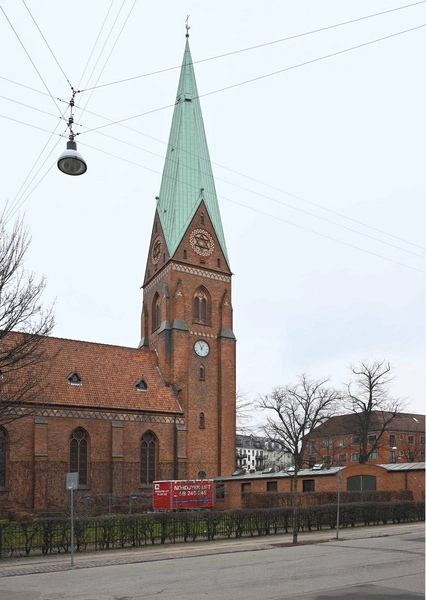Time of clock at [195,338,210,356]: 12:56
